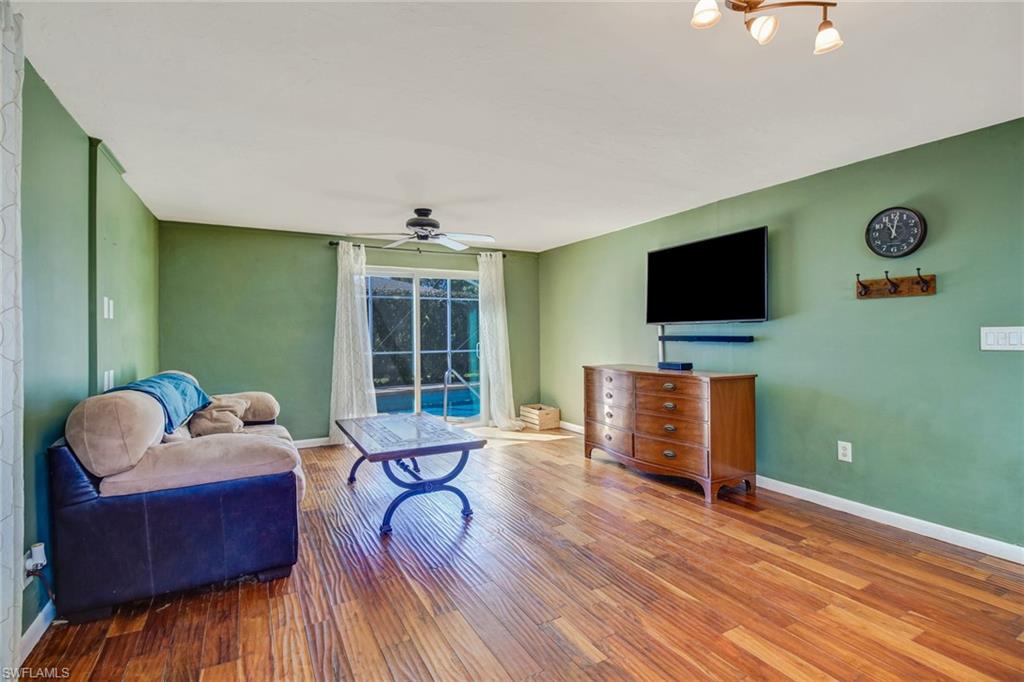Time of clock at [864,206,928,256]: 11:01
